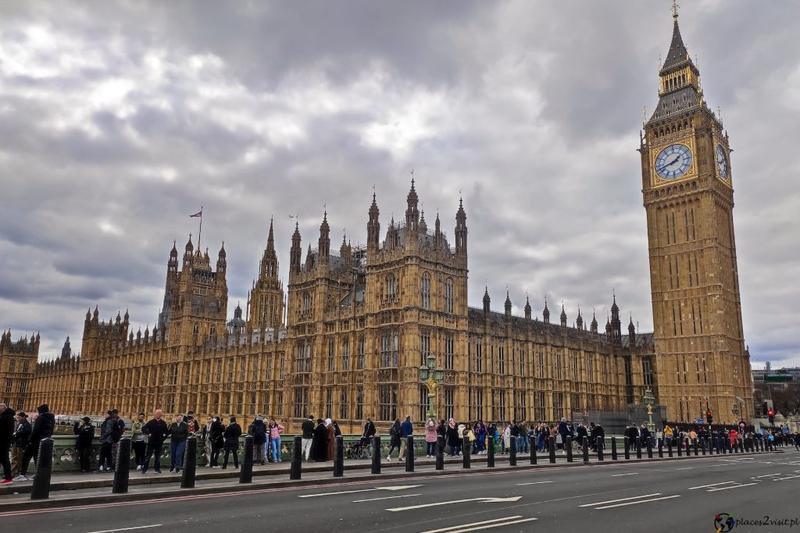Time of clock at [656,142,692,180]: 1:42
